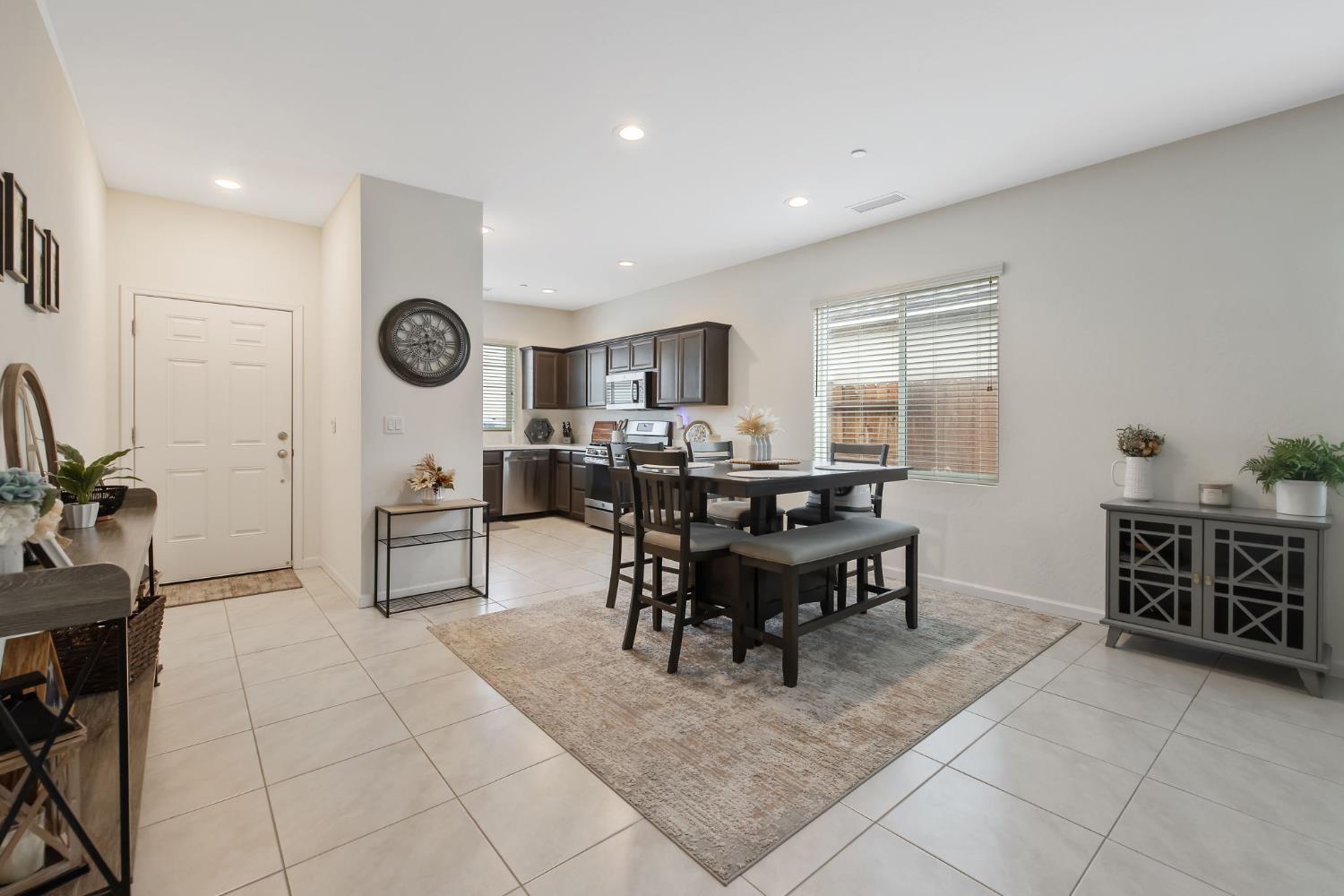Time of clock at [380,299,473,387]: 11:42
